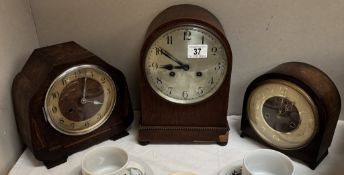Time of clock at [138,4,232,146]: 8:50
